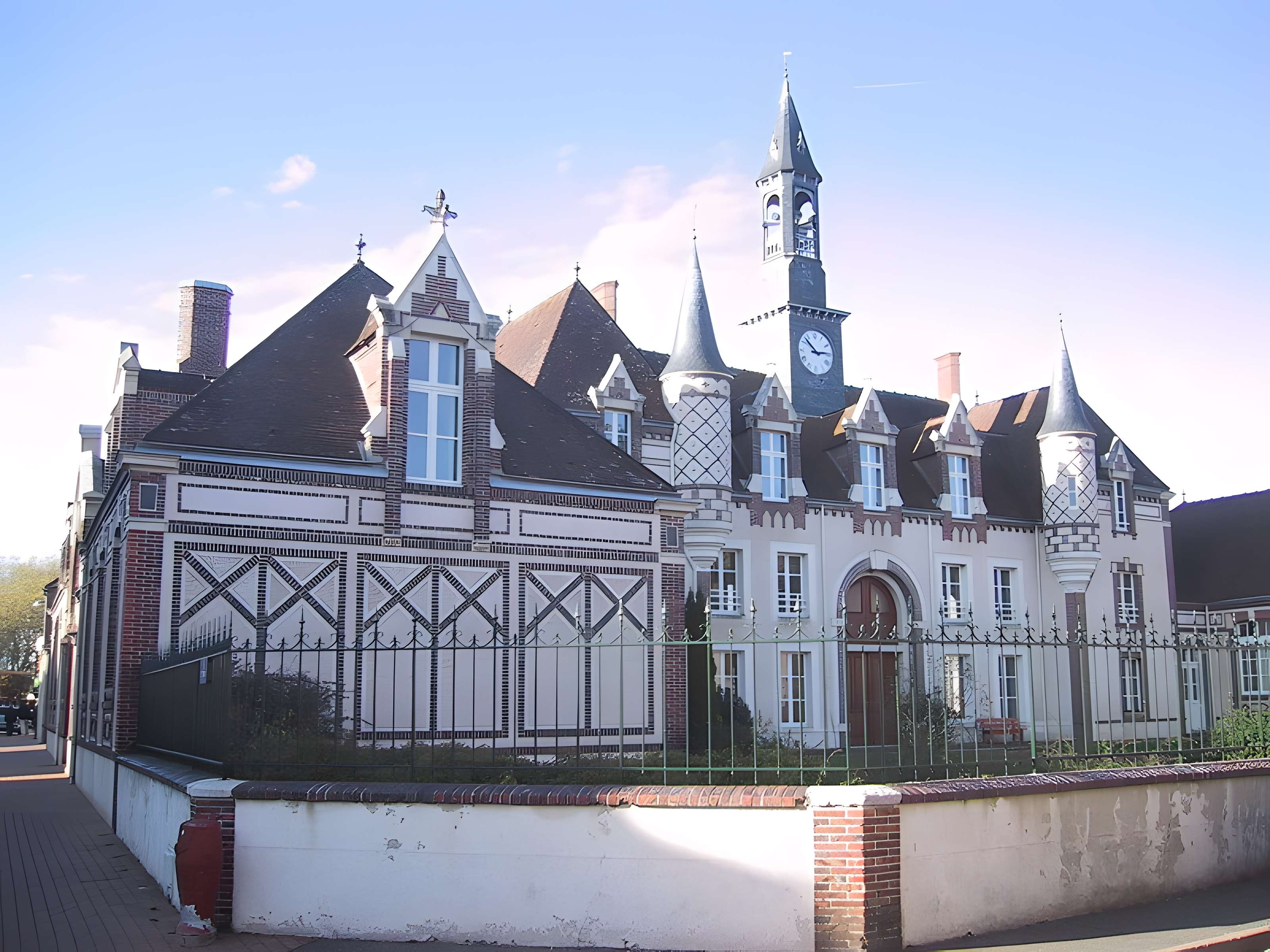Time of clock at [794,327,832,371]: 2:52
